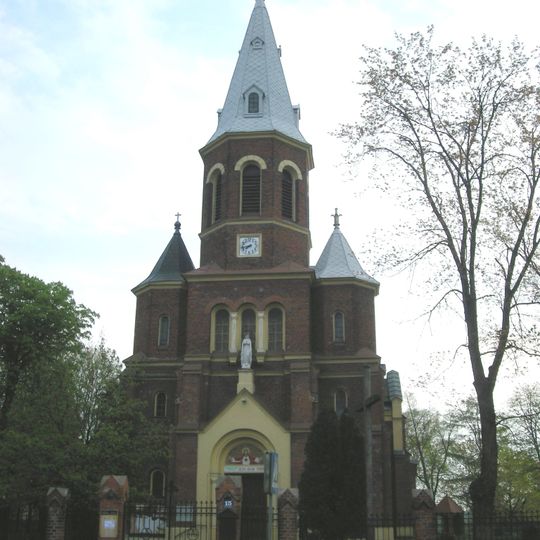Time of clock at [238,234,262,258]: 7:43
